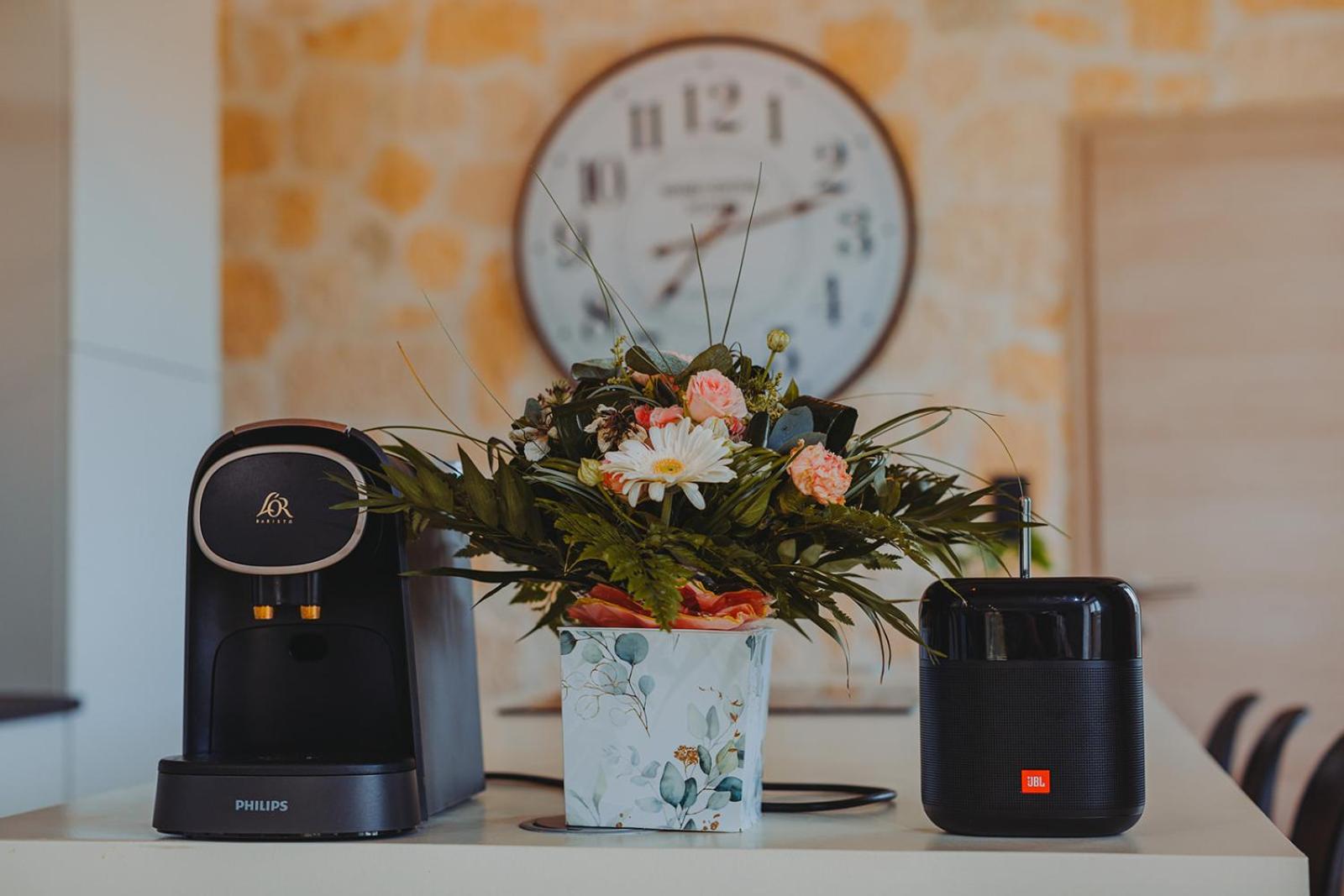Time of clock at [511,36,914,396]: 7:12
